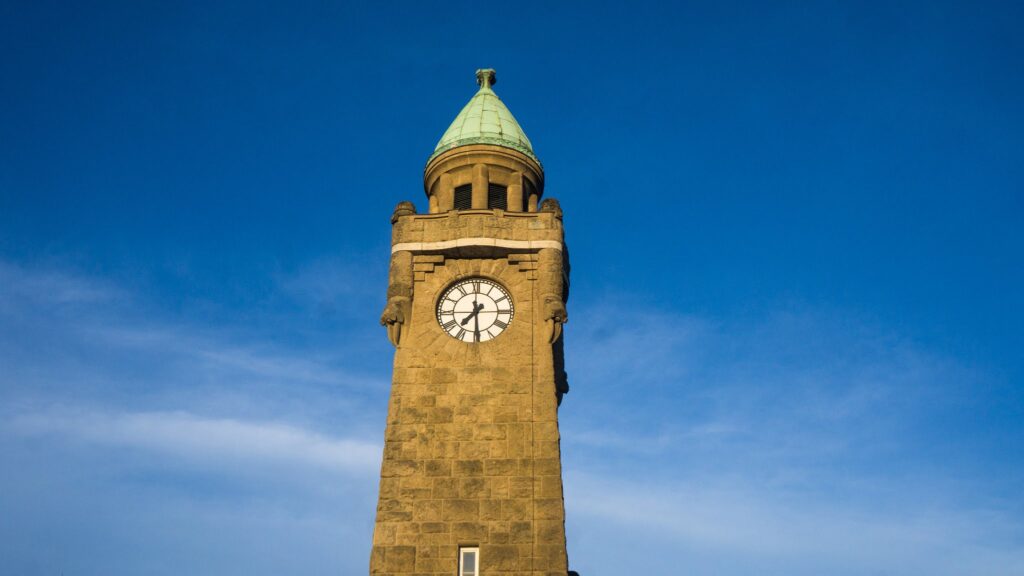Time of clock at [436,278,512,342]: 7:29
